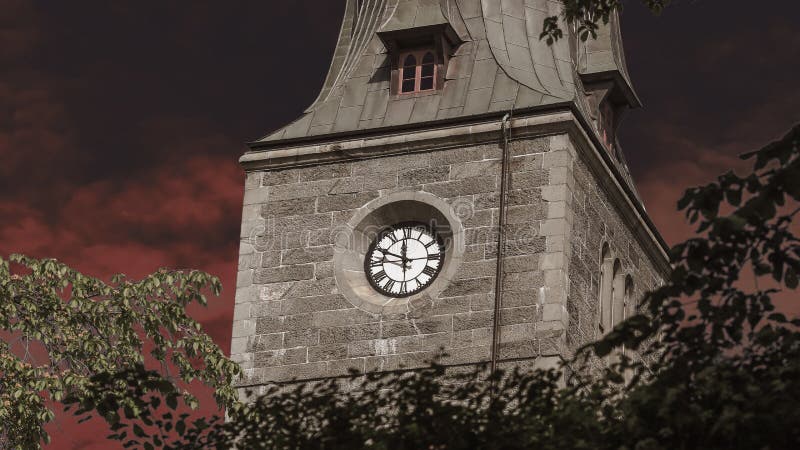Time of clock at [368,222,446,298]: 11:48
